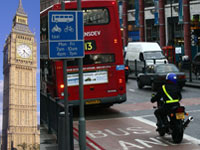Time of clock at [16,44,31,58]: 6:21
